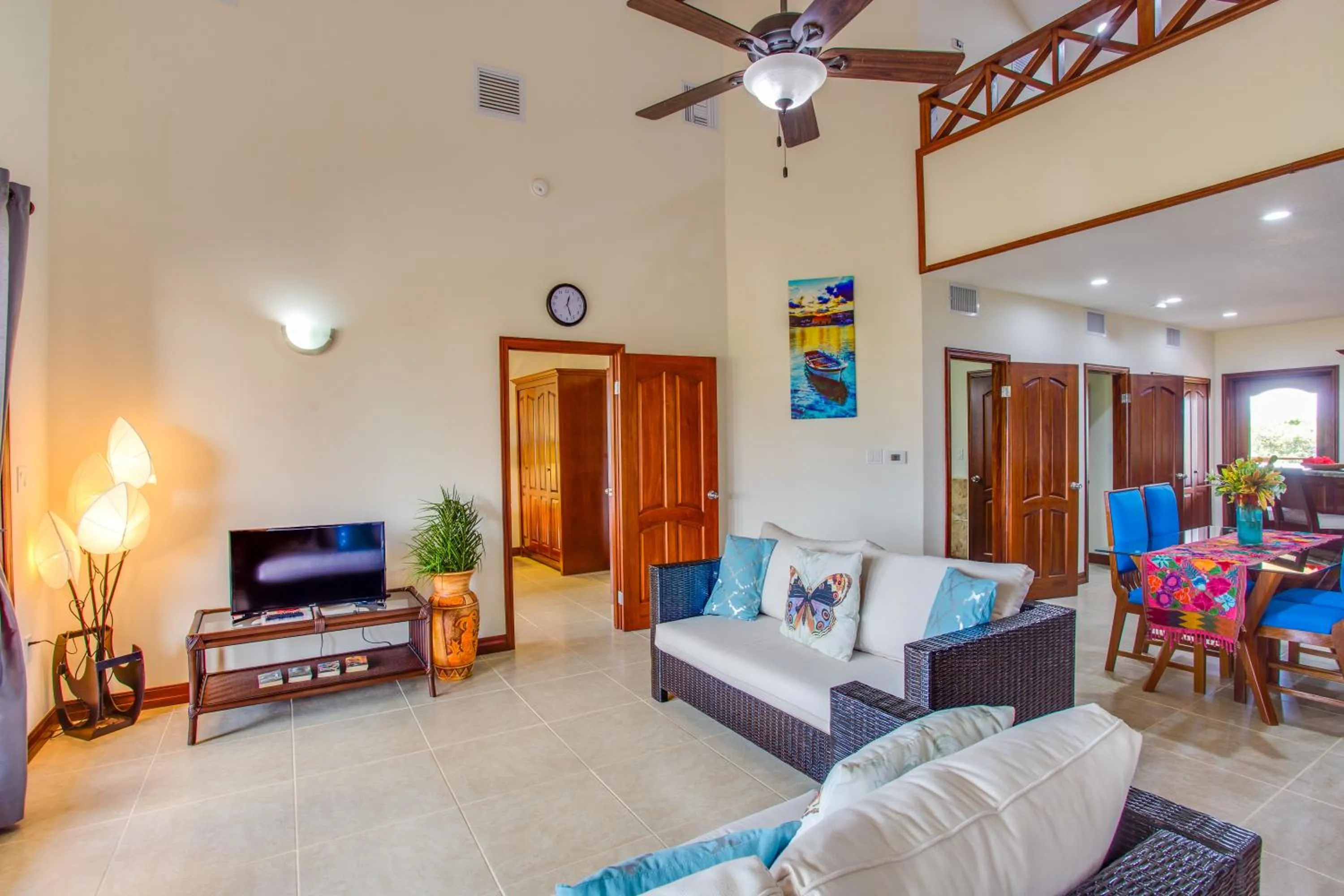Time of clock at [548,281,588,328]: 12:26
